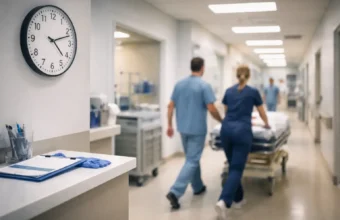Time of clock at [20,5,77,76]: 4:12
